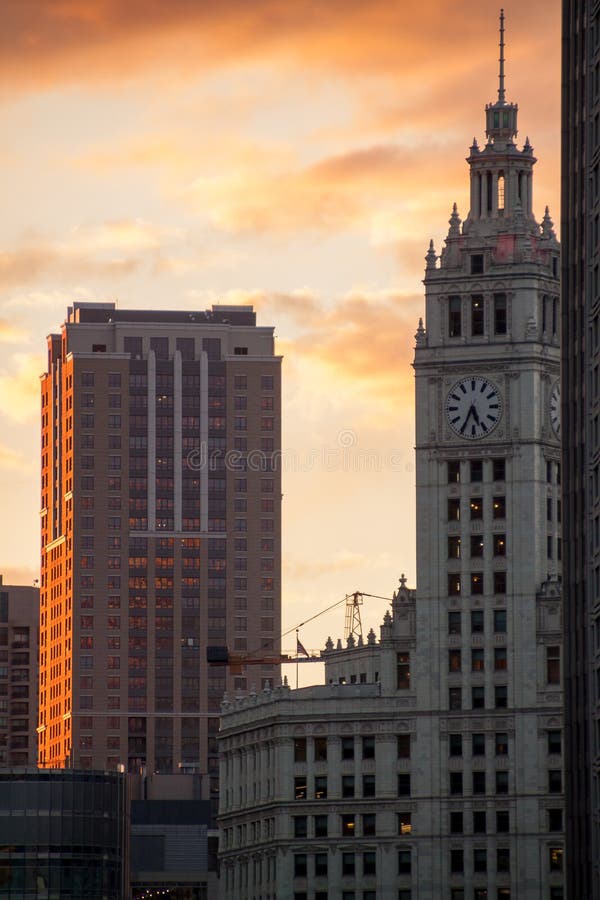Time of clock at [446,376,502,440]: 5:34
